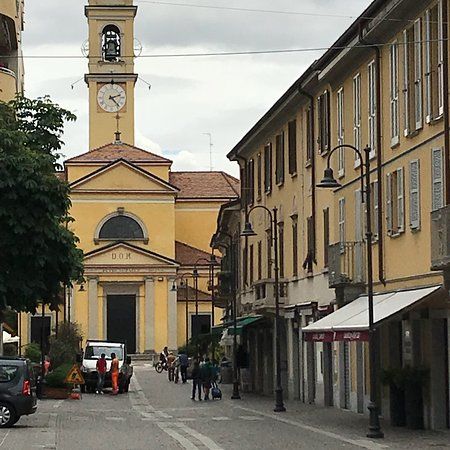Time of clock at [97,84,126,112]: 2:23
